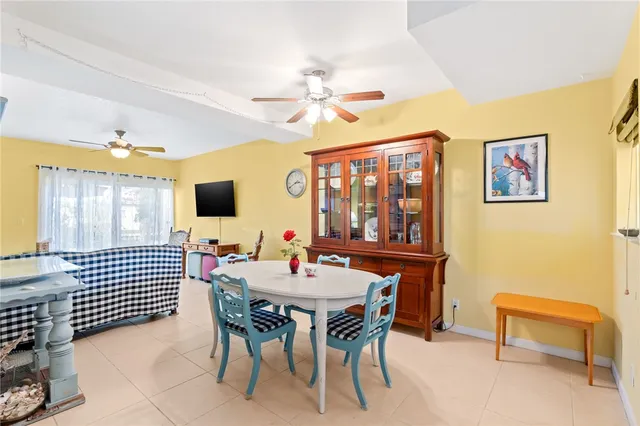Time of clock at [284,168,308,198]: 2:40
